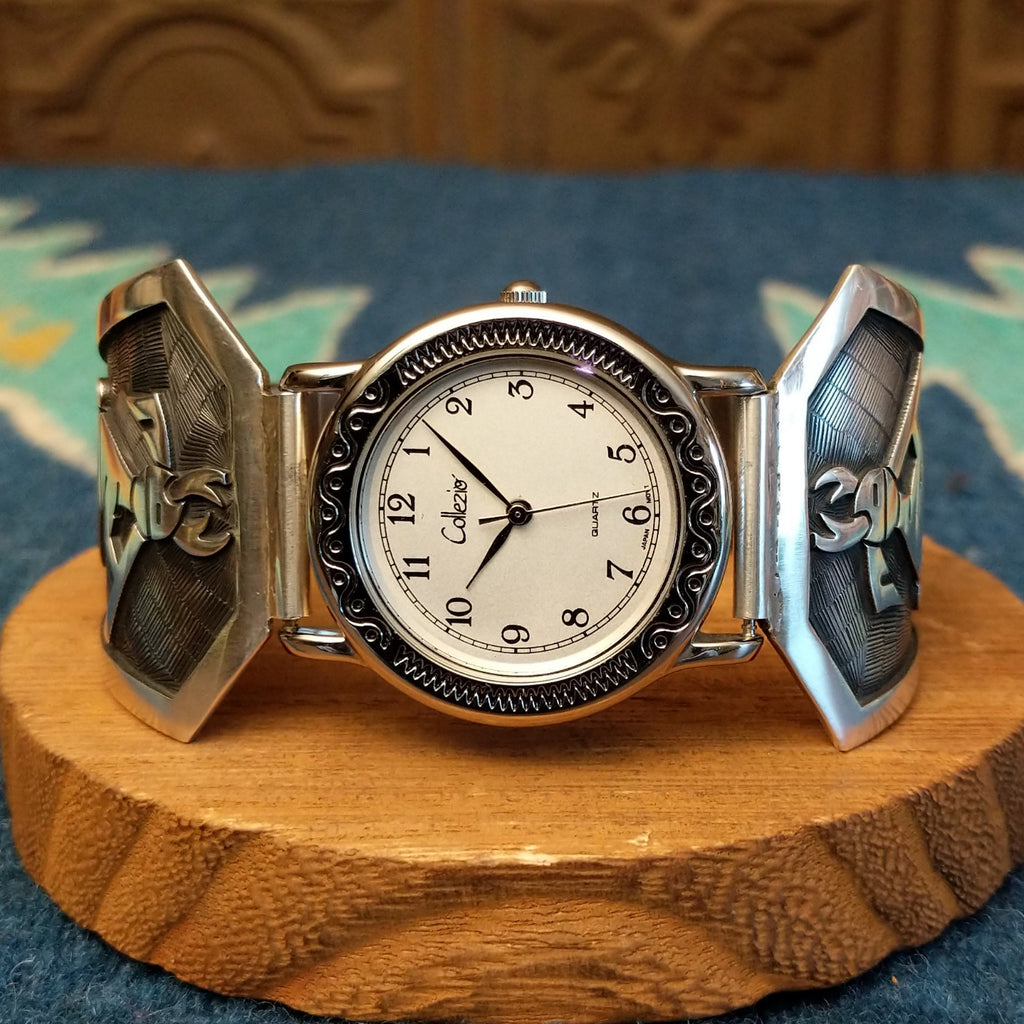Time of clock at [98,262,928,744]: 6:52
